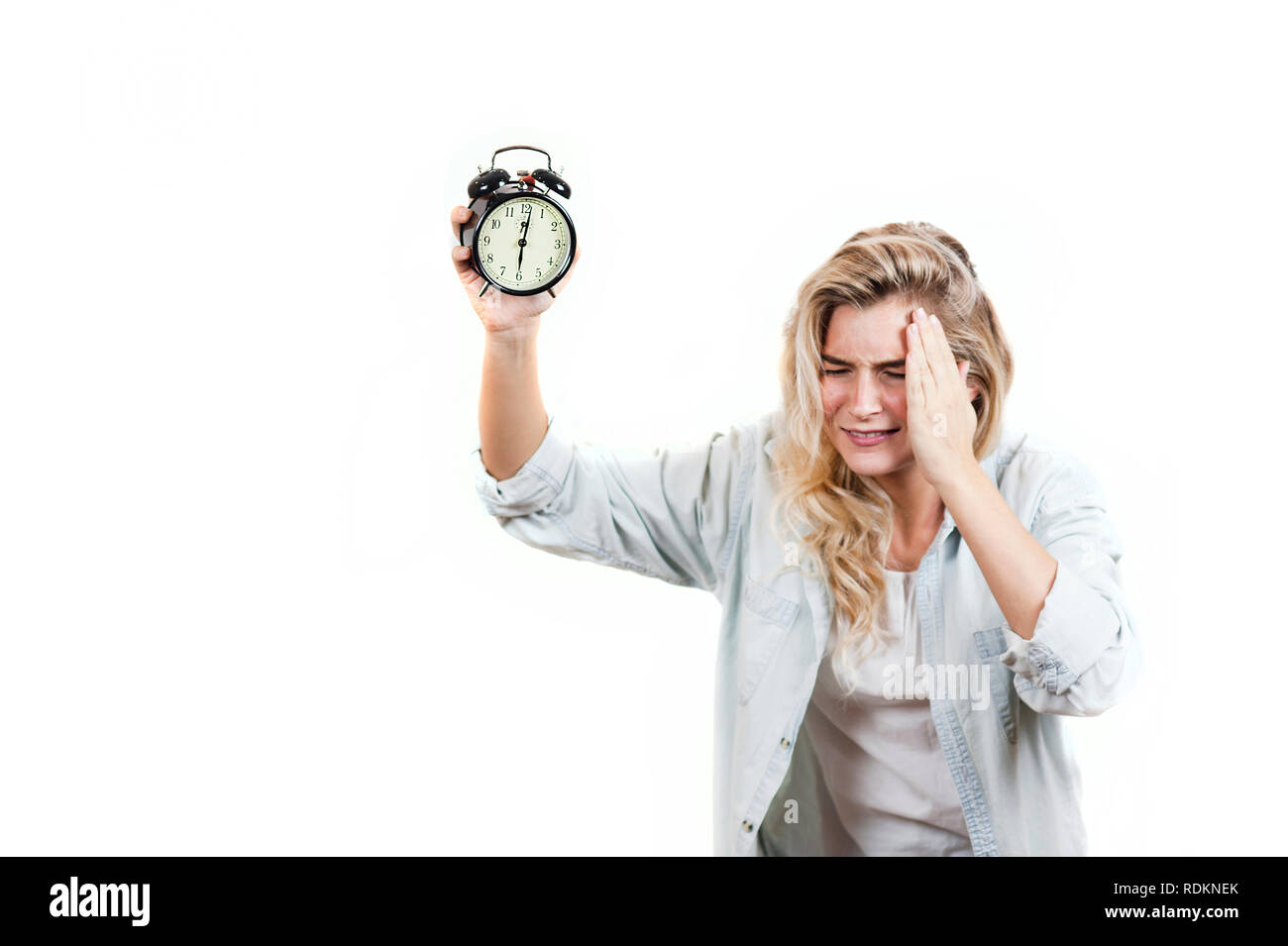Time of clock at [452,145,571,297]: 6:01
